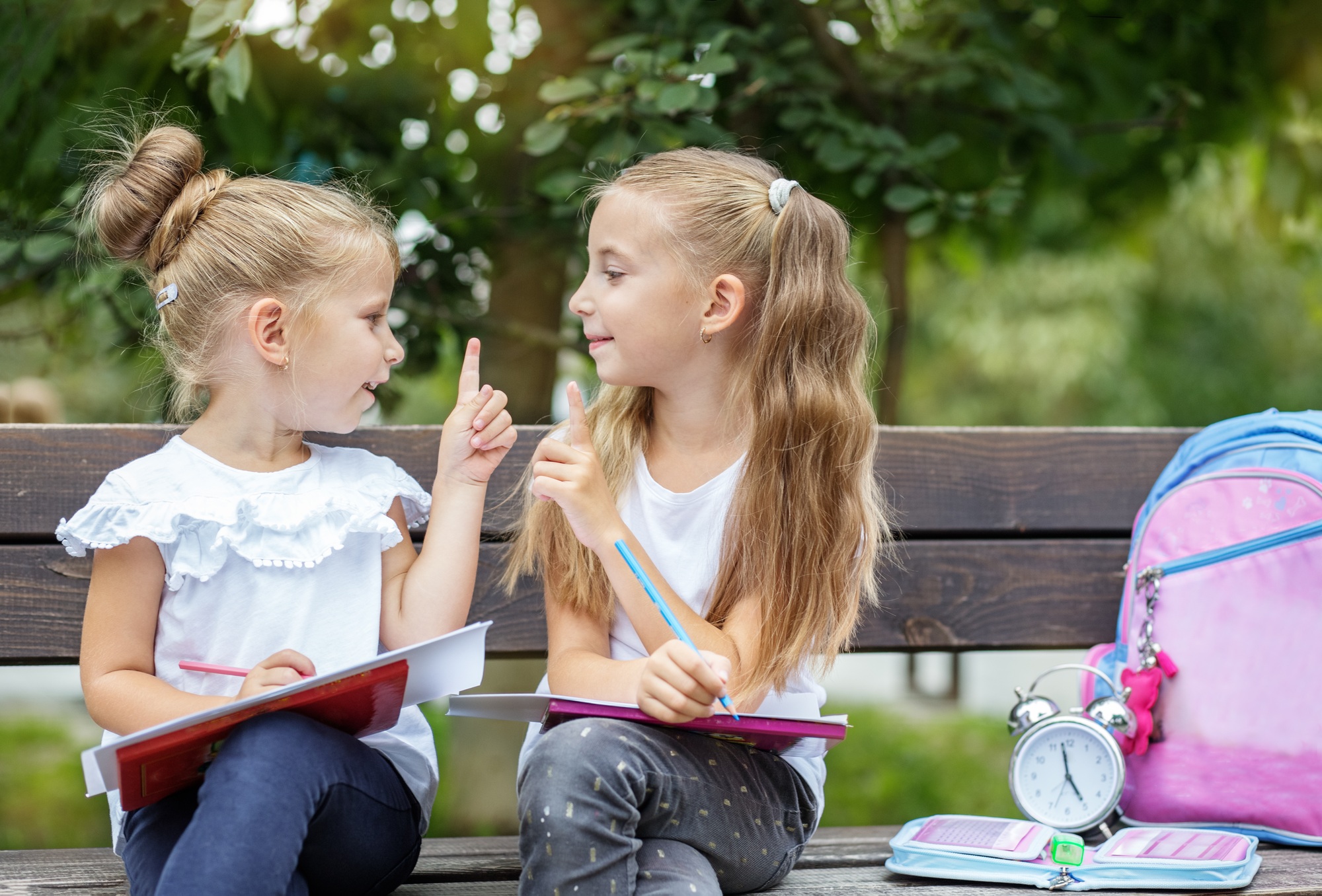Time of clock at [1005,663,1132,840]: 4:58
